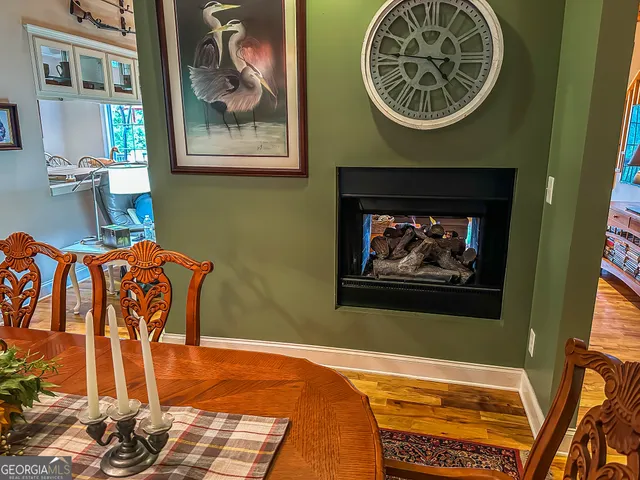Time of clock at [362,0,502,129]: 4:45
